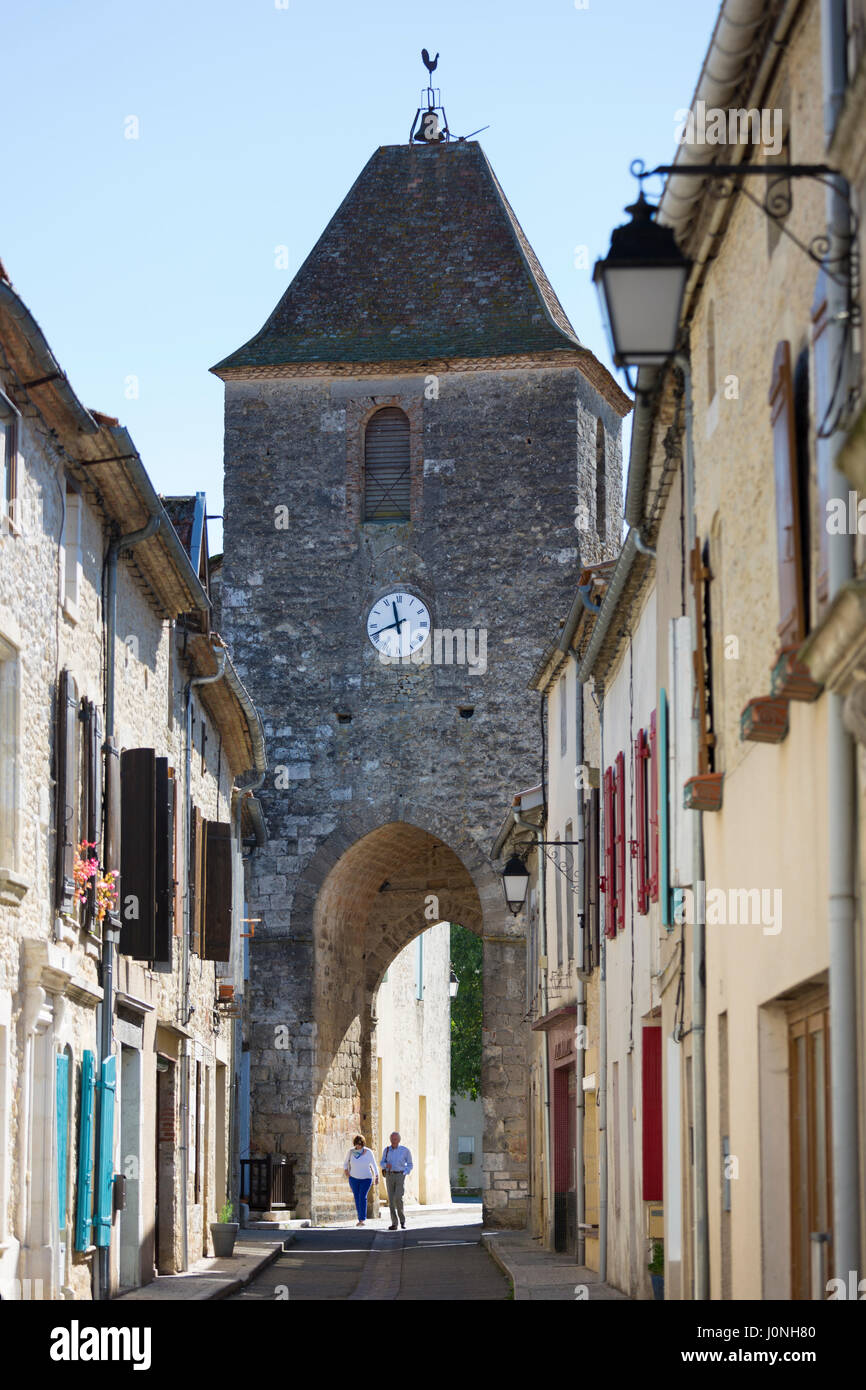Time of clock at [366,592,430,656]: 11:41
